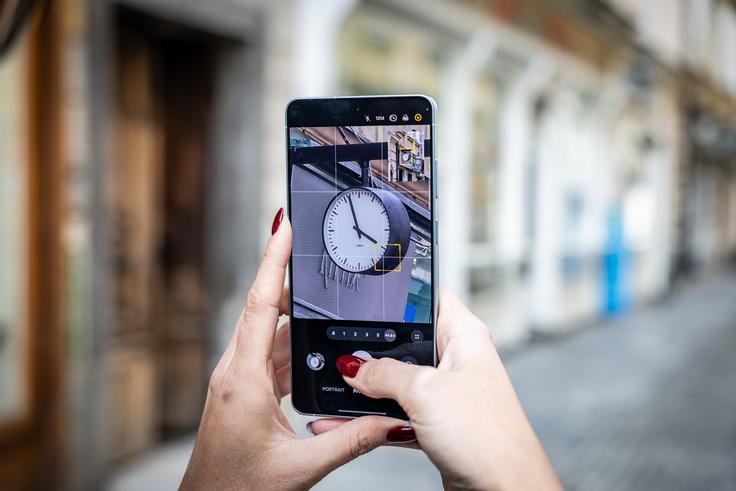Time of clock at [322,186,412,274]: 3:56
